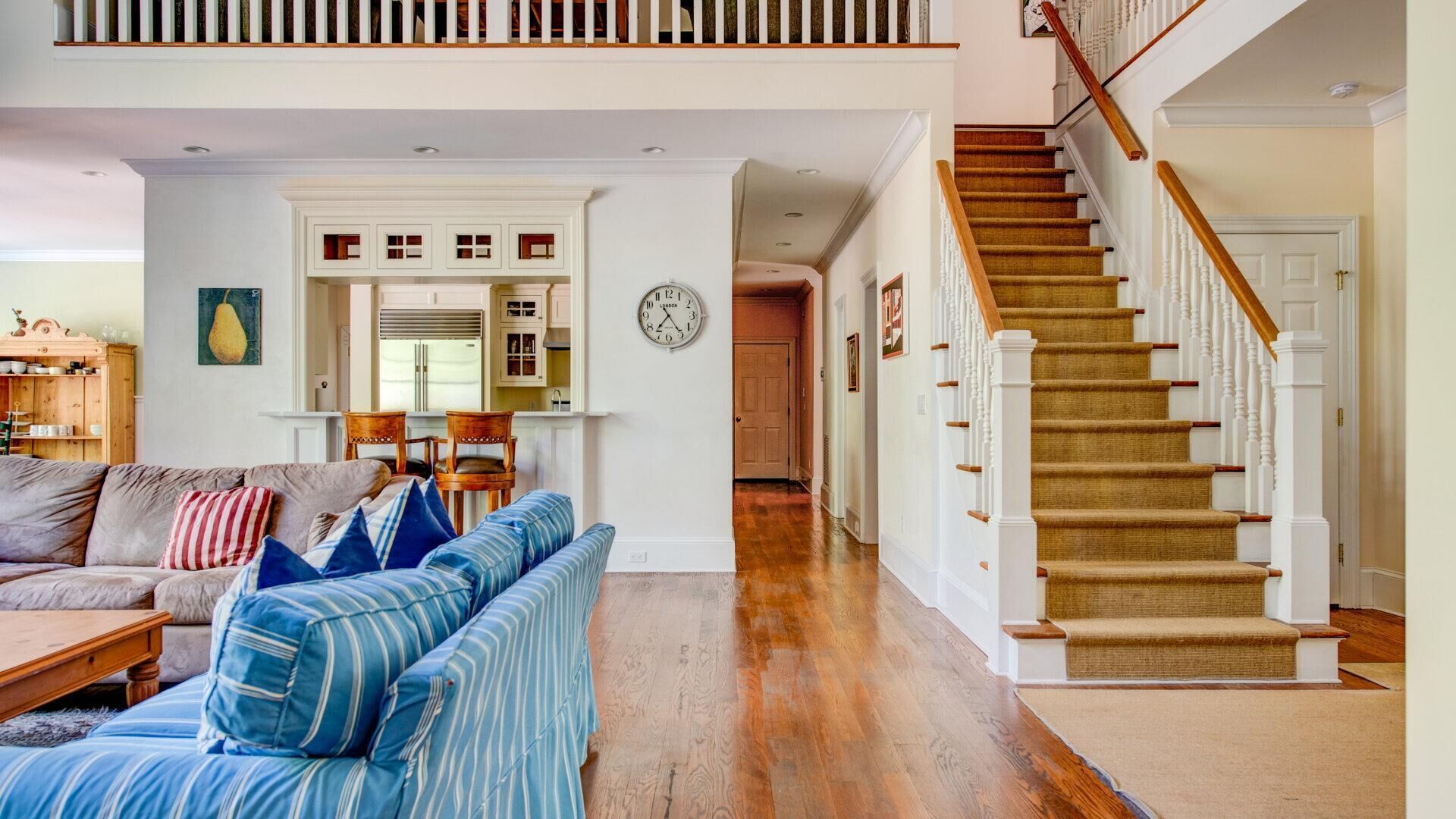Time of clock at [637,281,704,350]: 7:24
